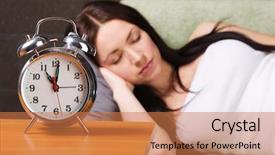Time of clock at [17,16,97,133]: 11:01
